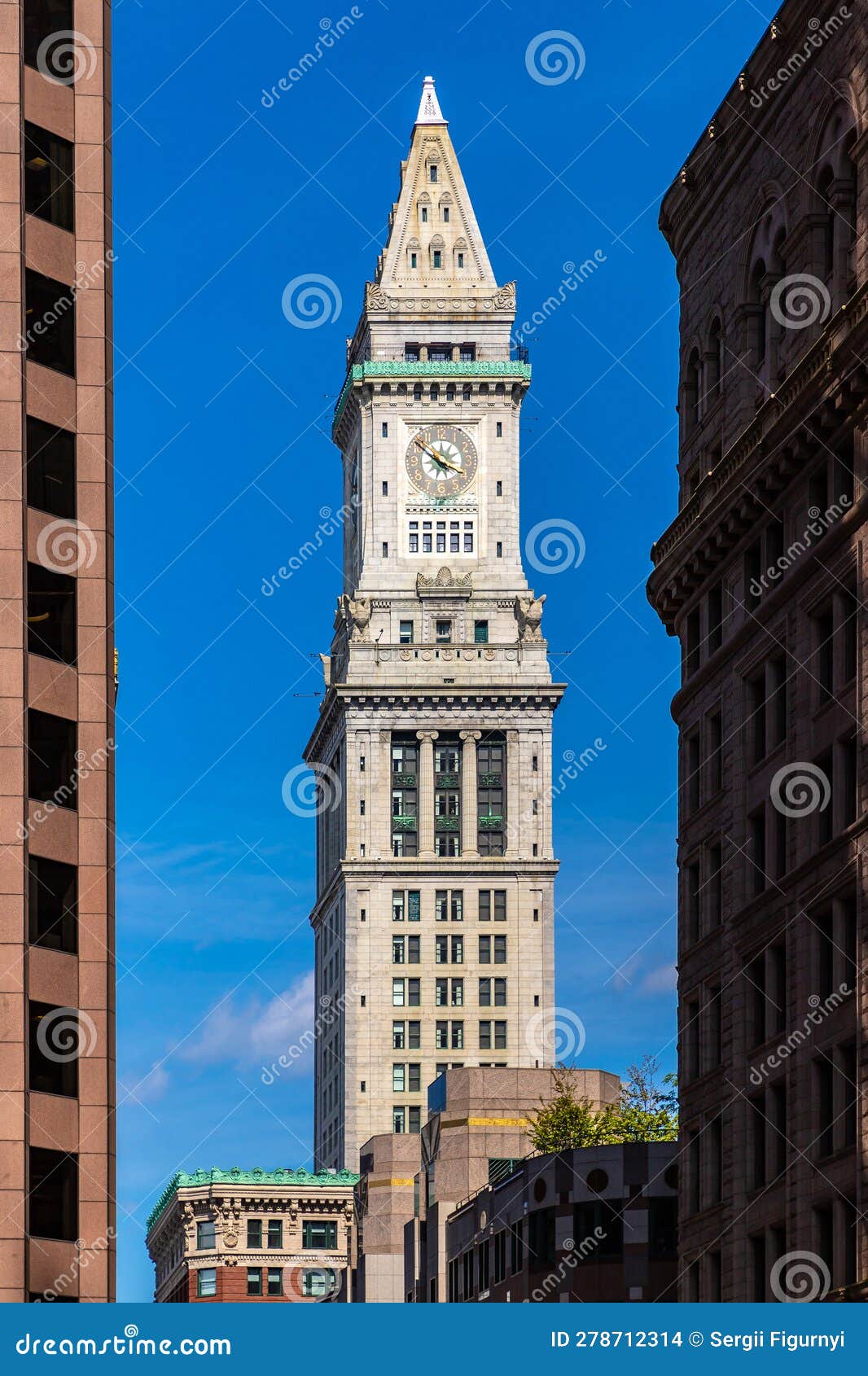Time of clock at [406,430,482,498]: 3:51
